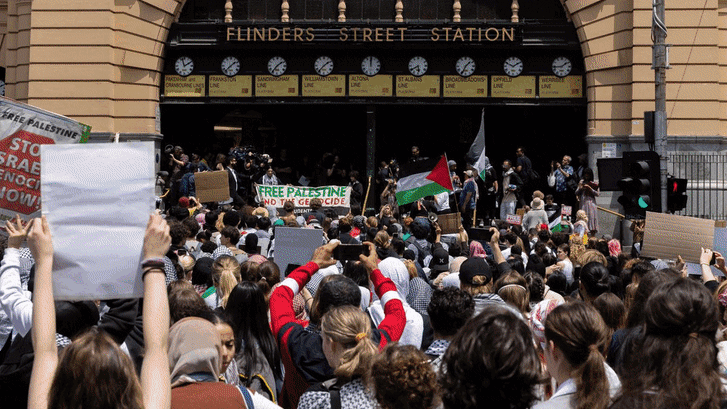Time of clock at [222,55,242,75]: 1:37
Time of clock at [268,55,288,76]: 1:36
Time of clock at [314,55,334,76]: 1:36
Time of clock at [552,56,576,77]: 1:43
